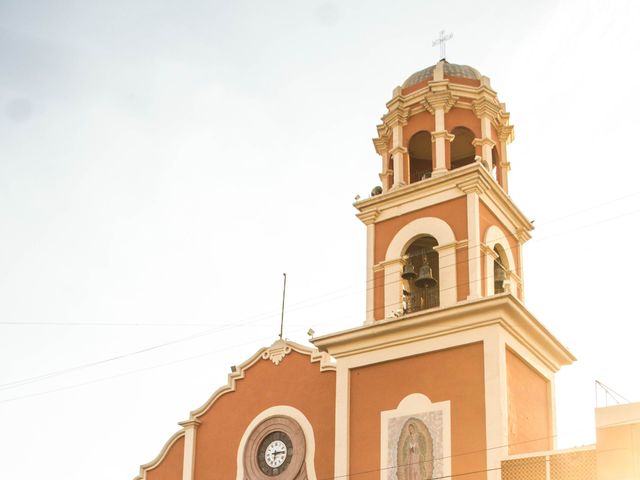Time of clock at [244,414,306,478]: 6:14
